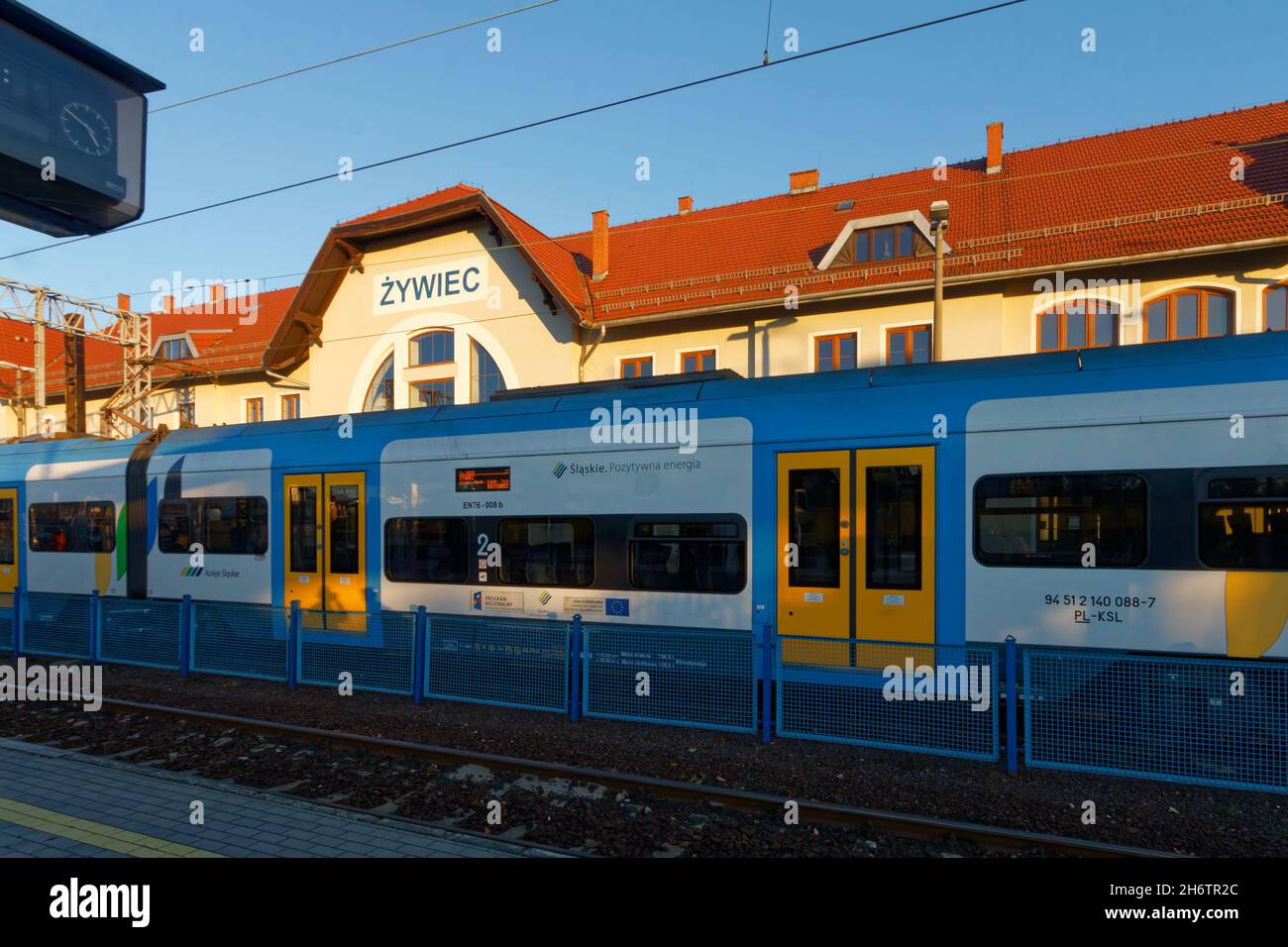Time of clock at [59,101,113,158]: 4:50
